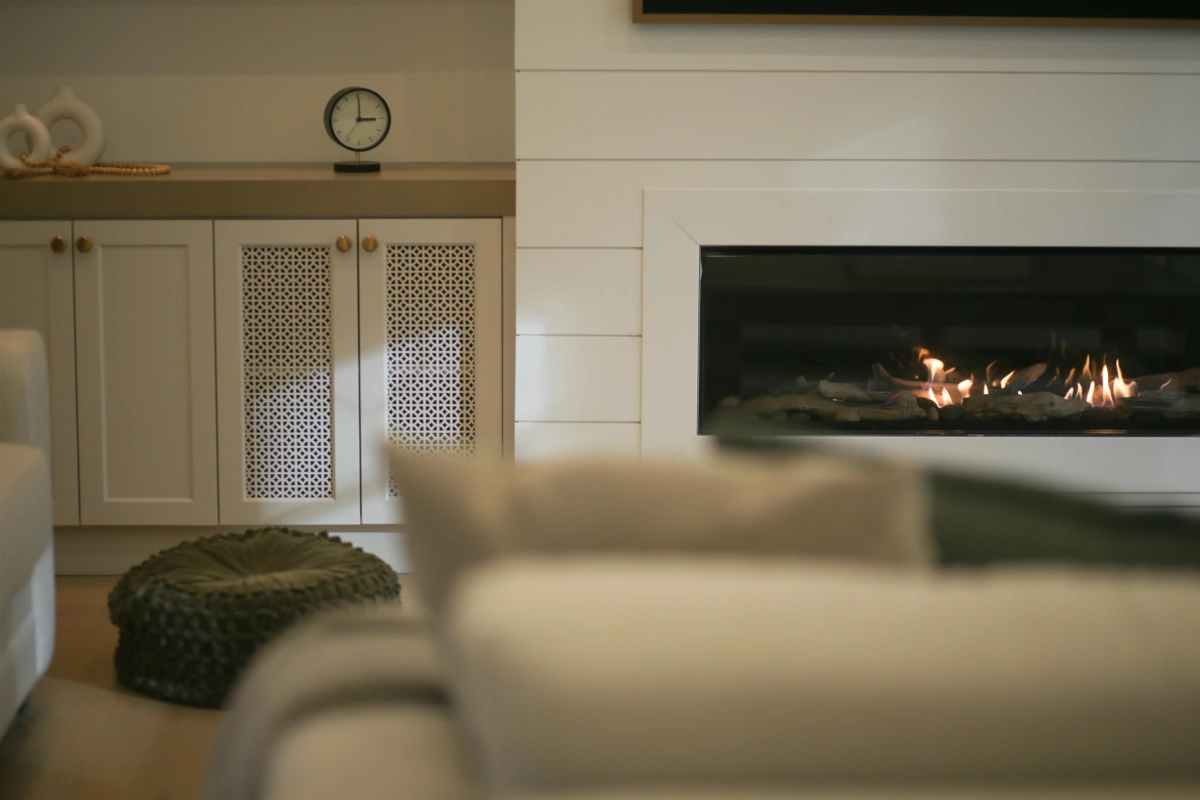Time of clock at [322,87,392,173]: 3:00
